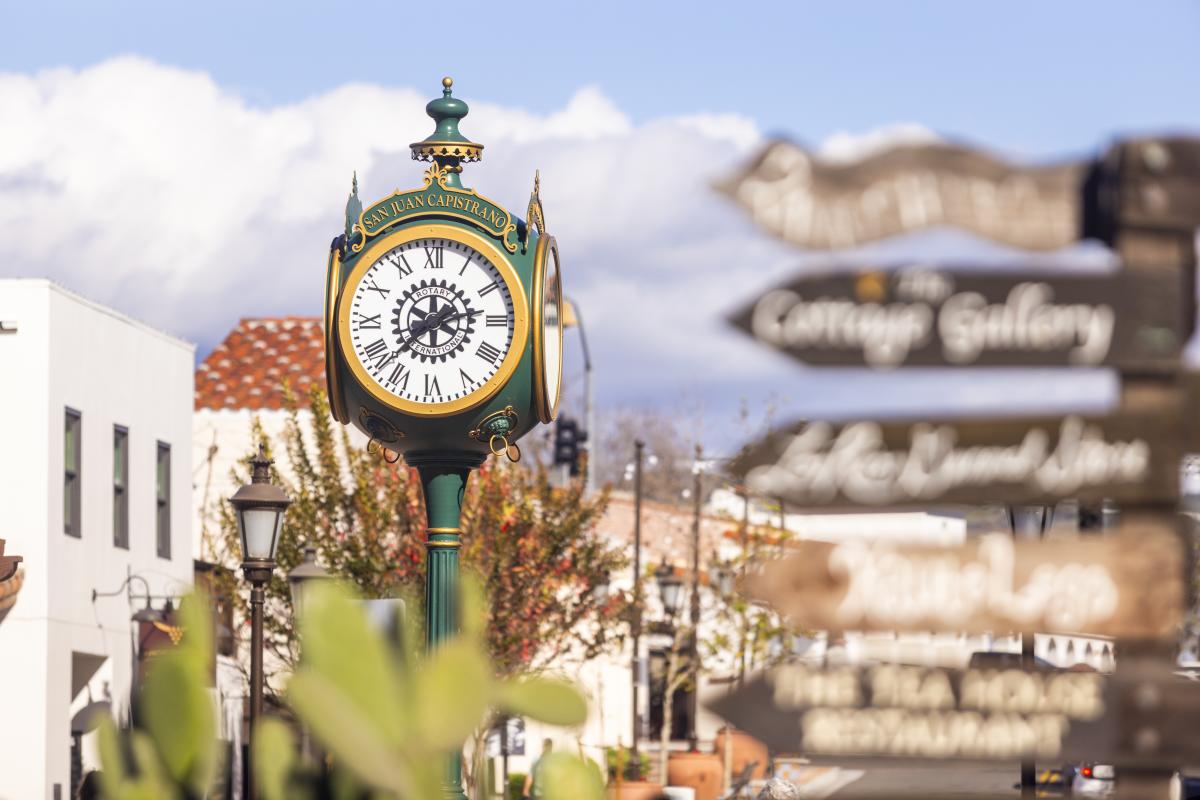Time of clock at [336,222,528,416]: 2:37
